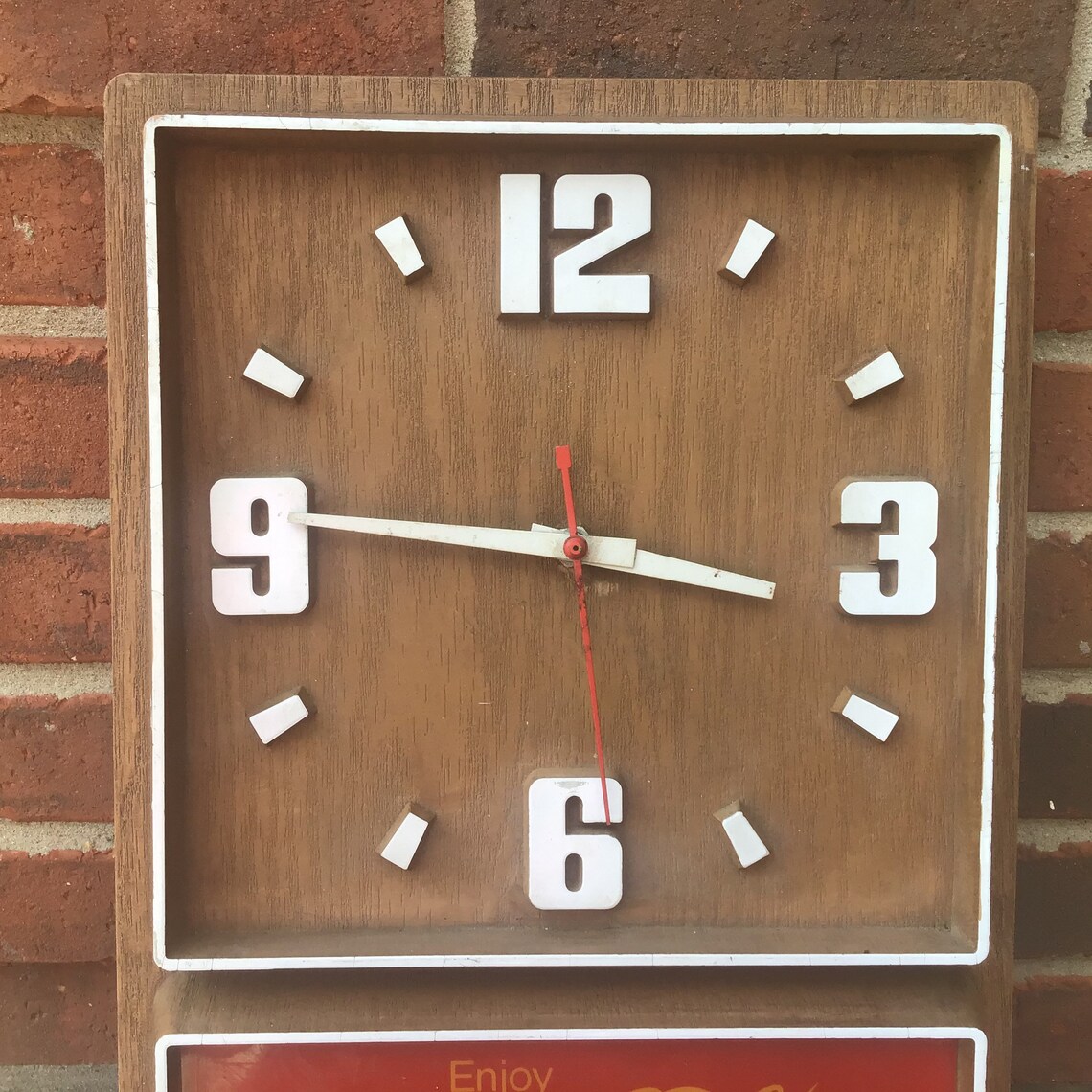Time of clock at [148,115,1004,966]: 9:16
